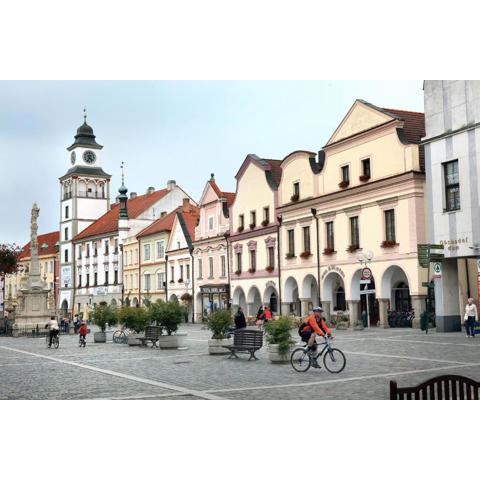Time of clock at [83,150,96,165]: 4:34
